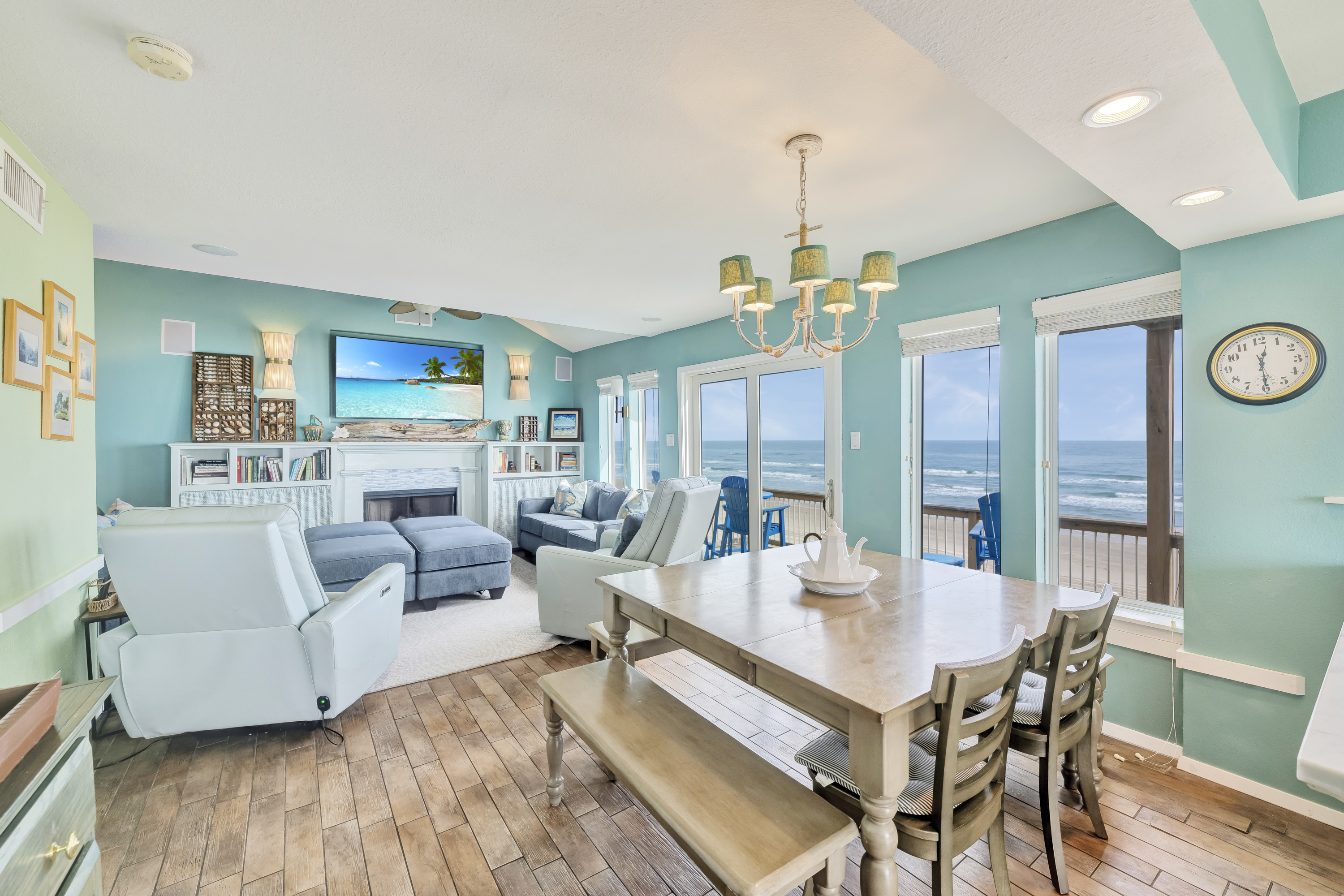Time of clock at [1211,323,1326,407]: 12:29
